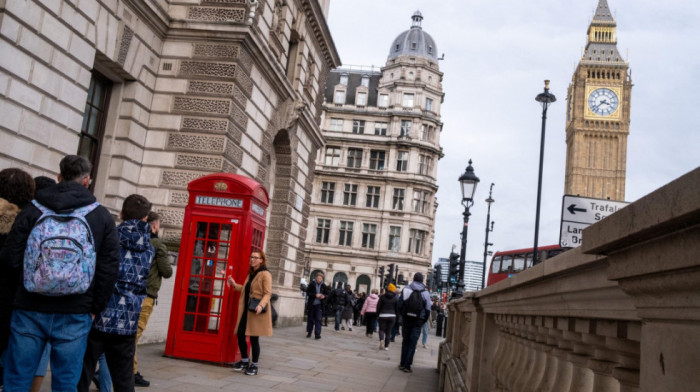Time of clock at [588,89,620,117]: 3:37
